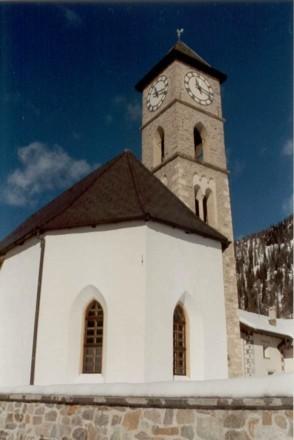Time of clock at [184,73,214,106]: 11:17
